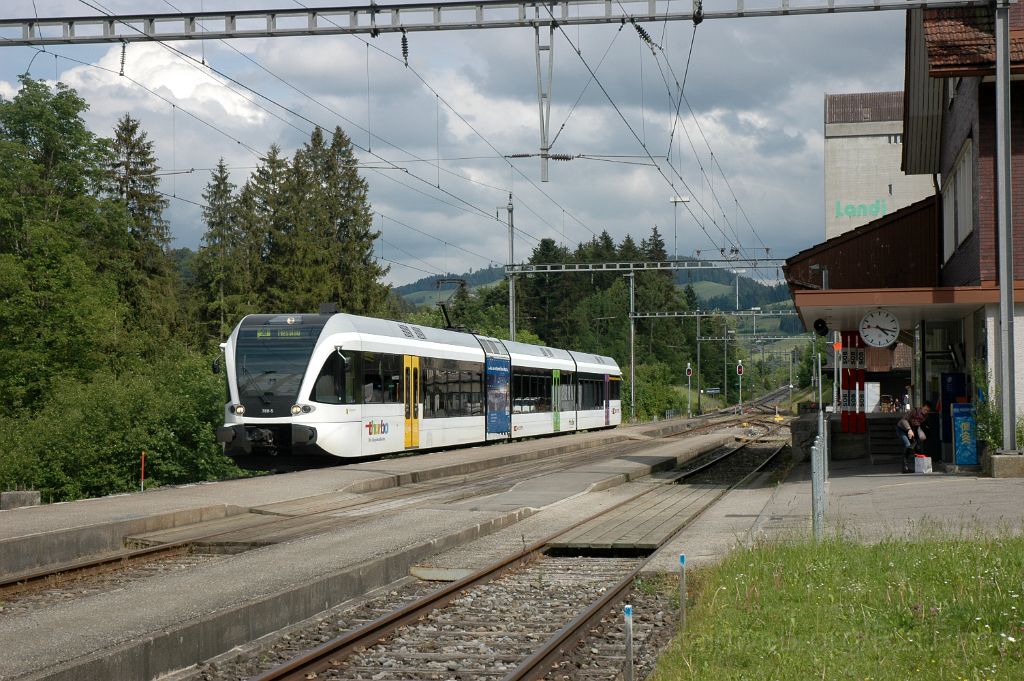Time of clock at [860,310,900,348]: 4:17
